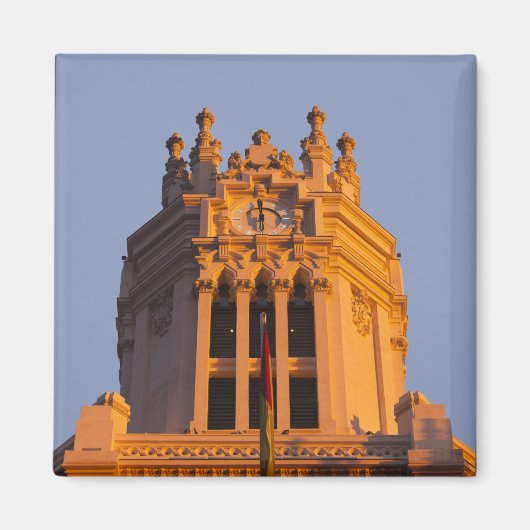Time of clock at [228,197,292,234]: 5:59
